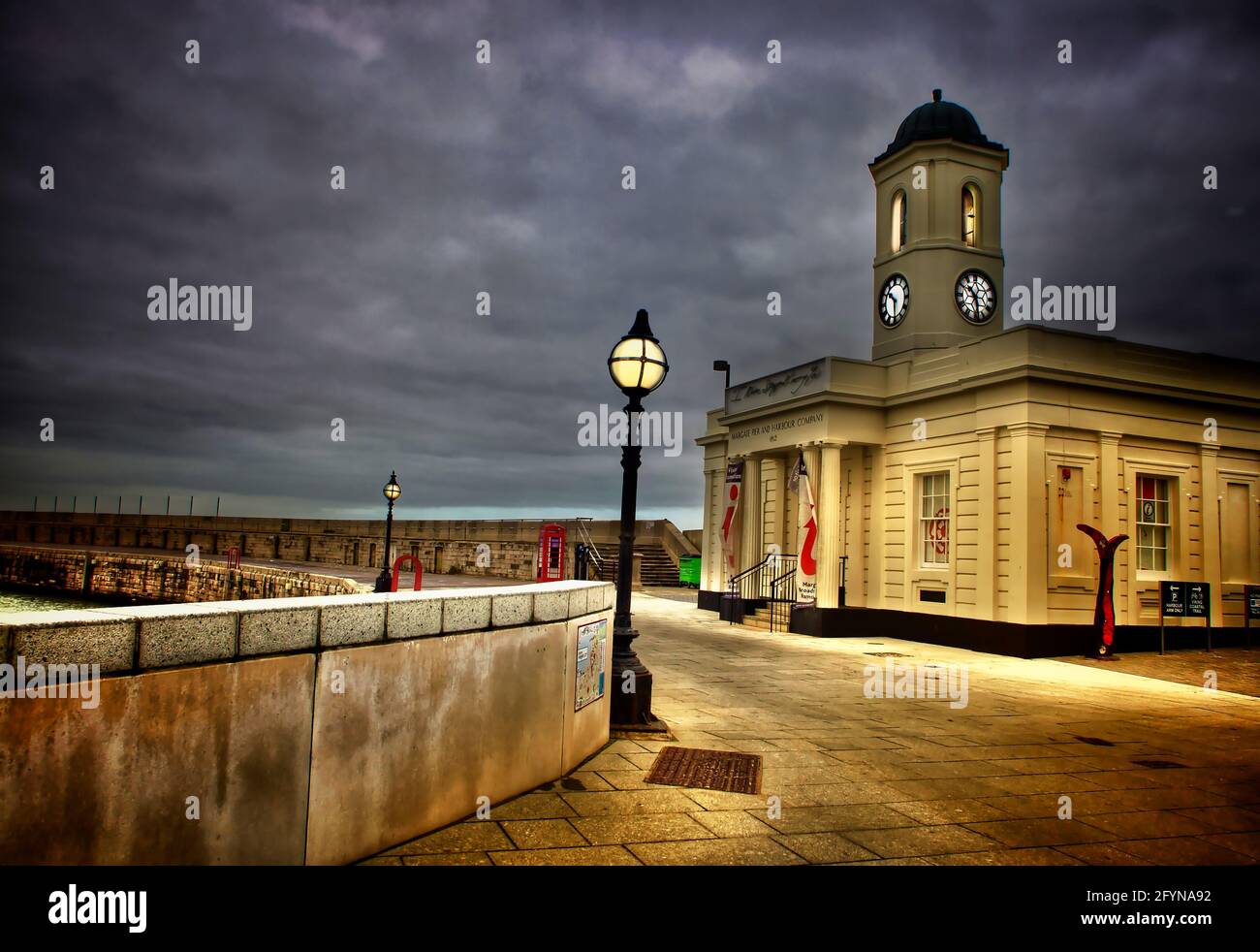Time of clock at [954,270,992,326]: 10:28
